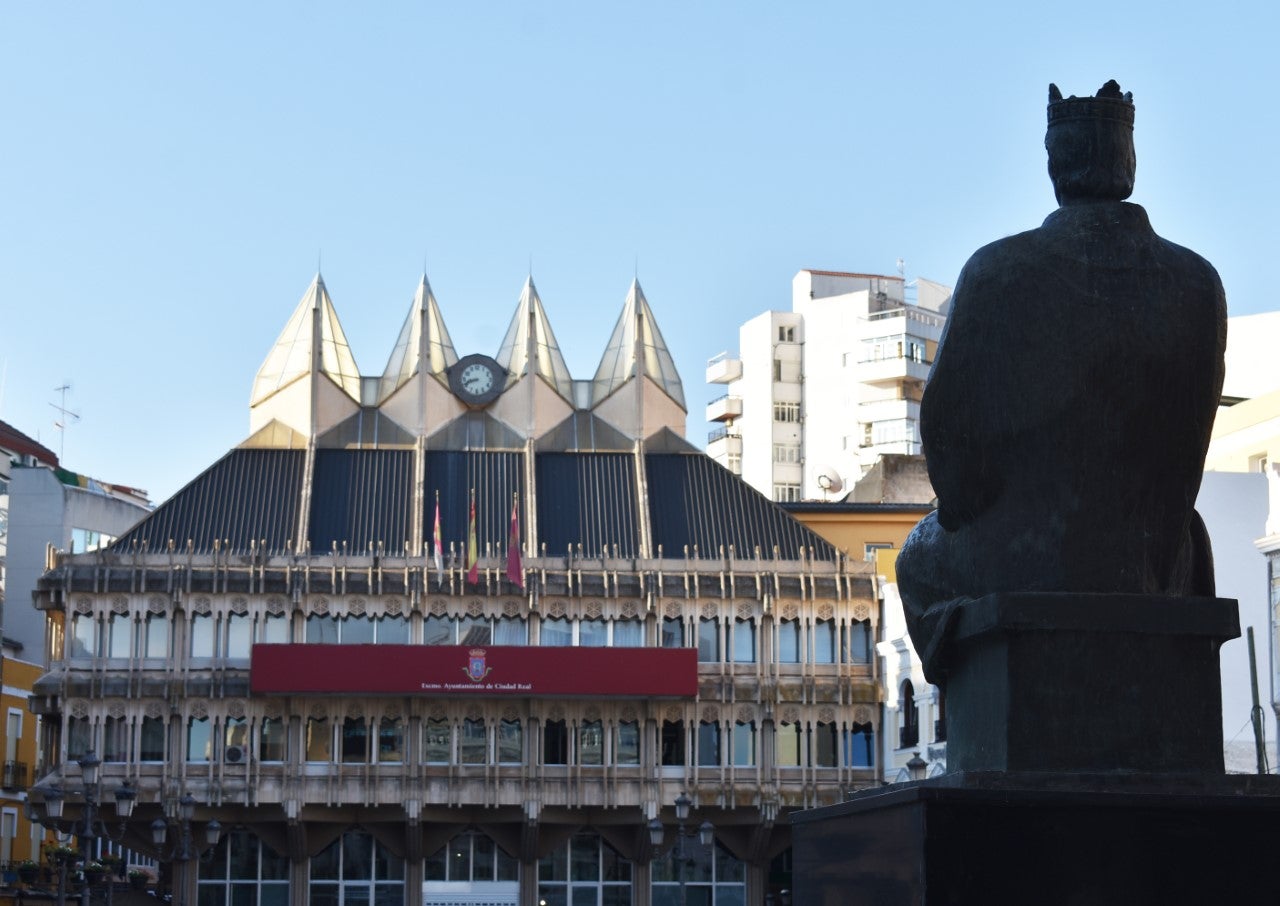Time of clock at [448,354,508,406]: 8:41
